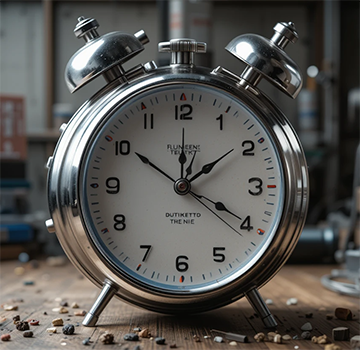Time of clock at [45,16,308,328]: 12:19
